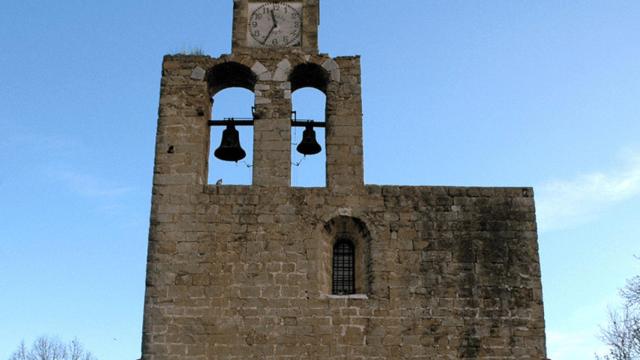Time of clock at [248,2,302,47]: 11:34
